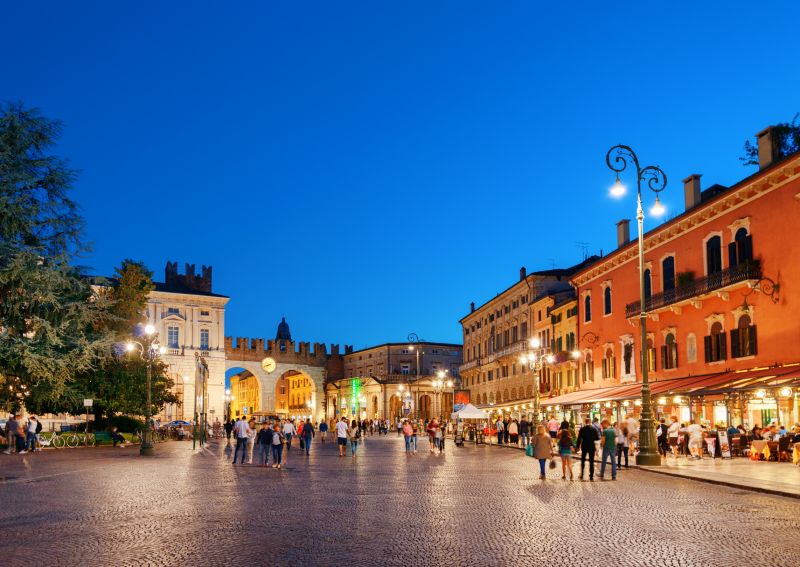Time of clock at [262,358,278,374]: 8:41
